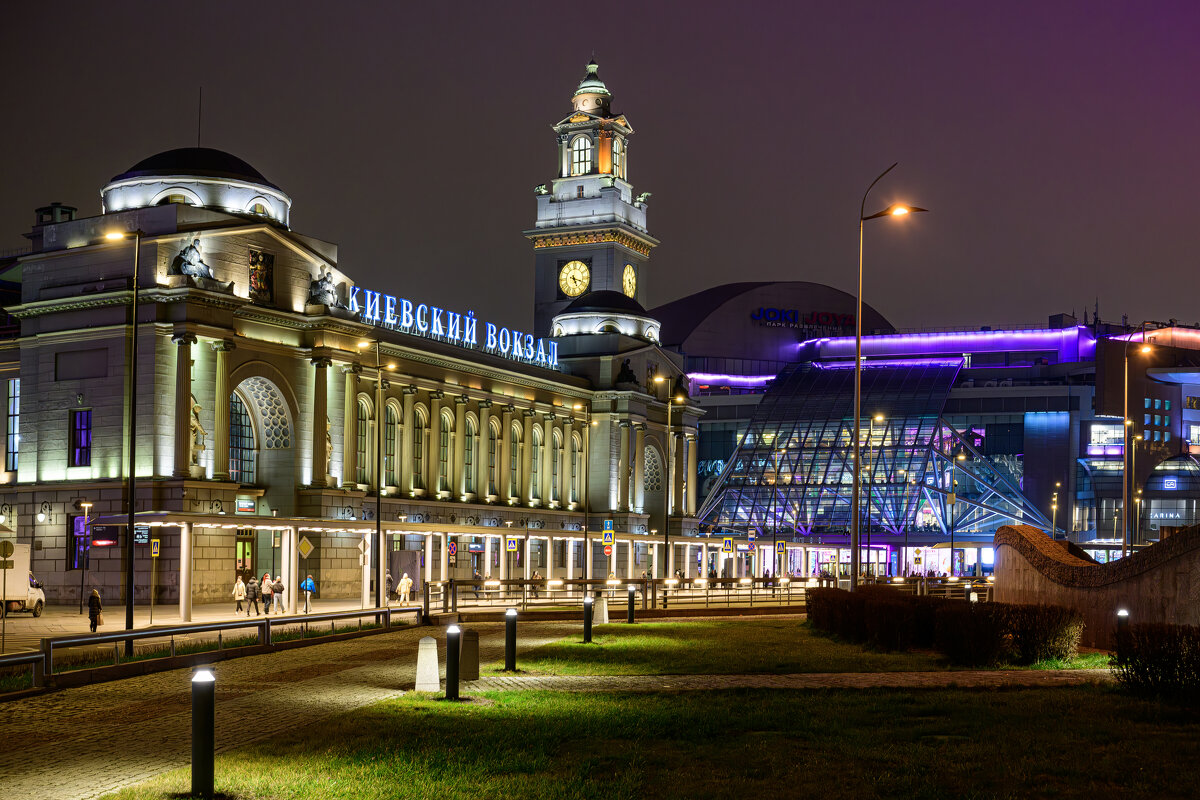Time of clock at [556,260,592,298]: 5:18
